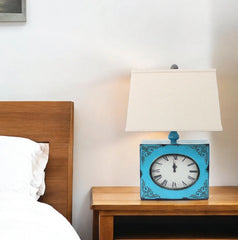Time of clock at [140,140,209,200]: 11:59
